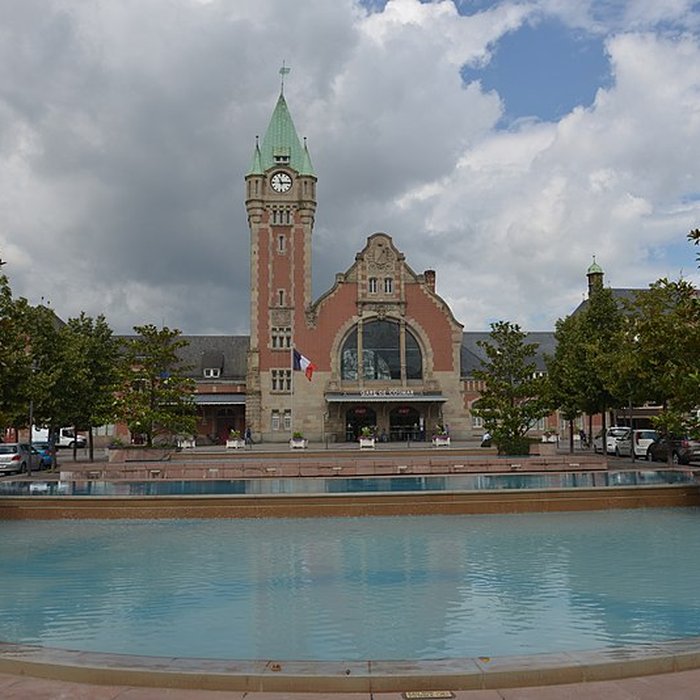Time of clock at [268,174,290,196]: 11:14
